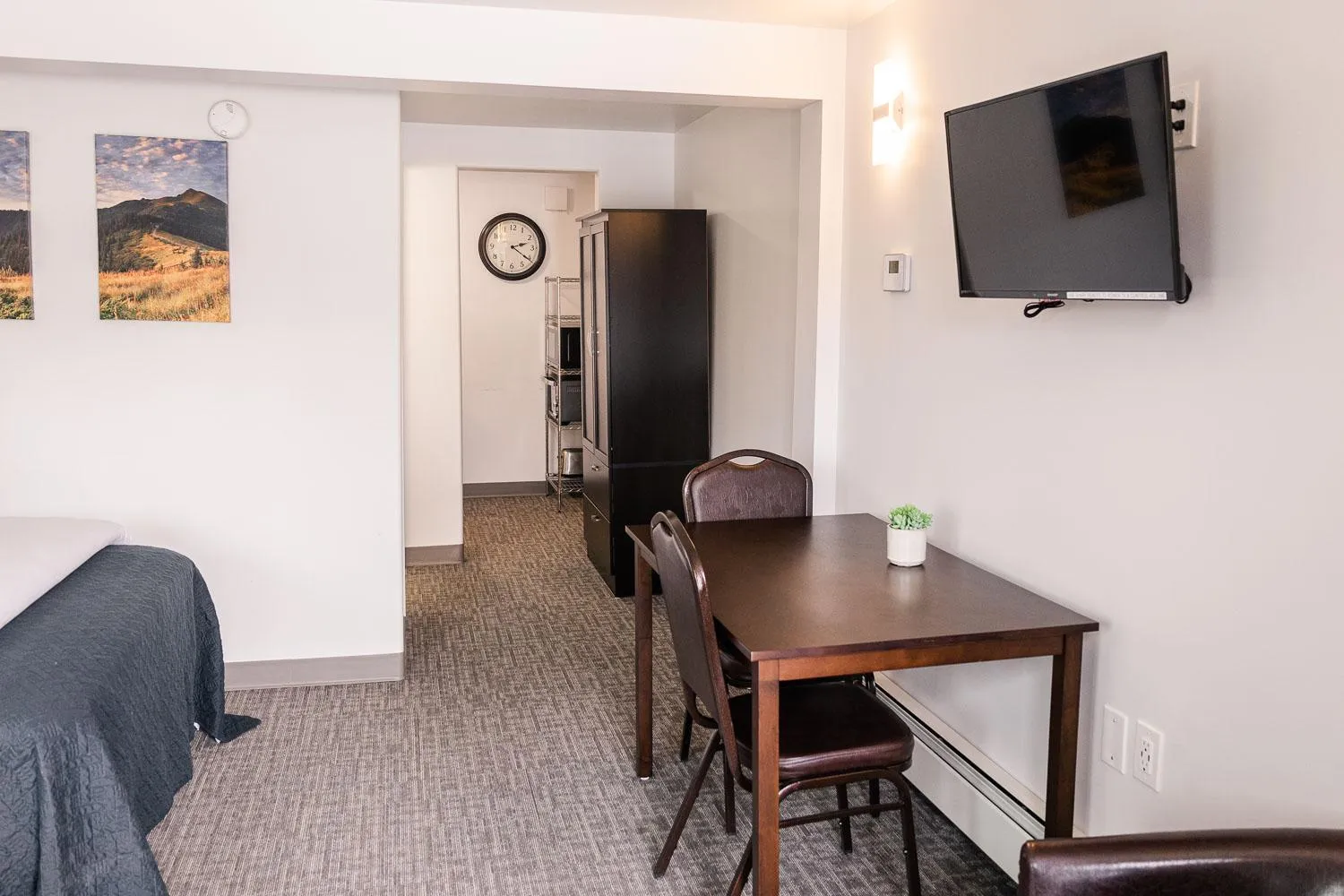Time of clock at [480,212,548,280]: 2:20
